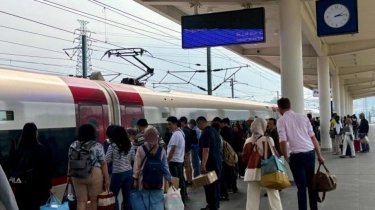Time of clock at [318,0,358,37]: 2:14
